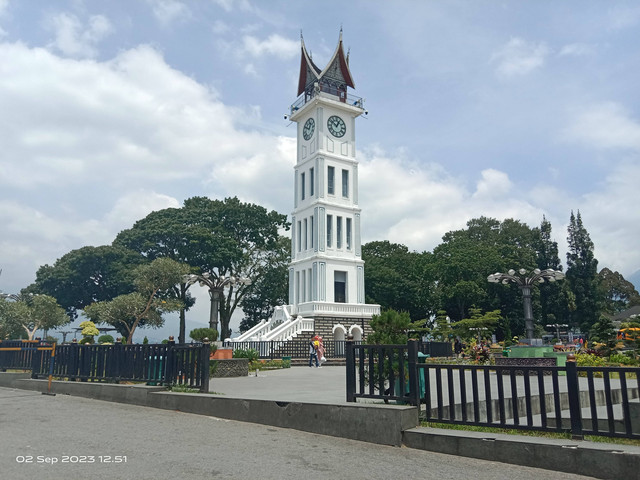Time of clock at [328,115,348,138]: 12:51
